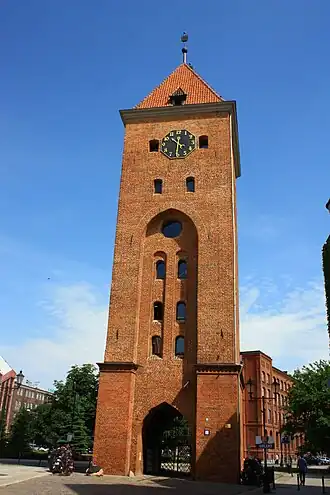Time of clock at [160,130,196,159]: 10:31
